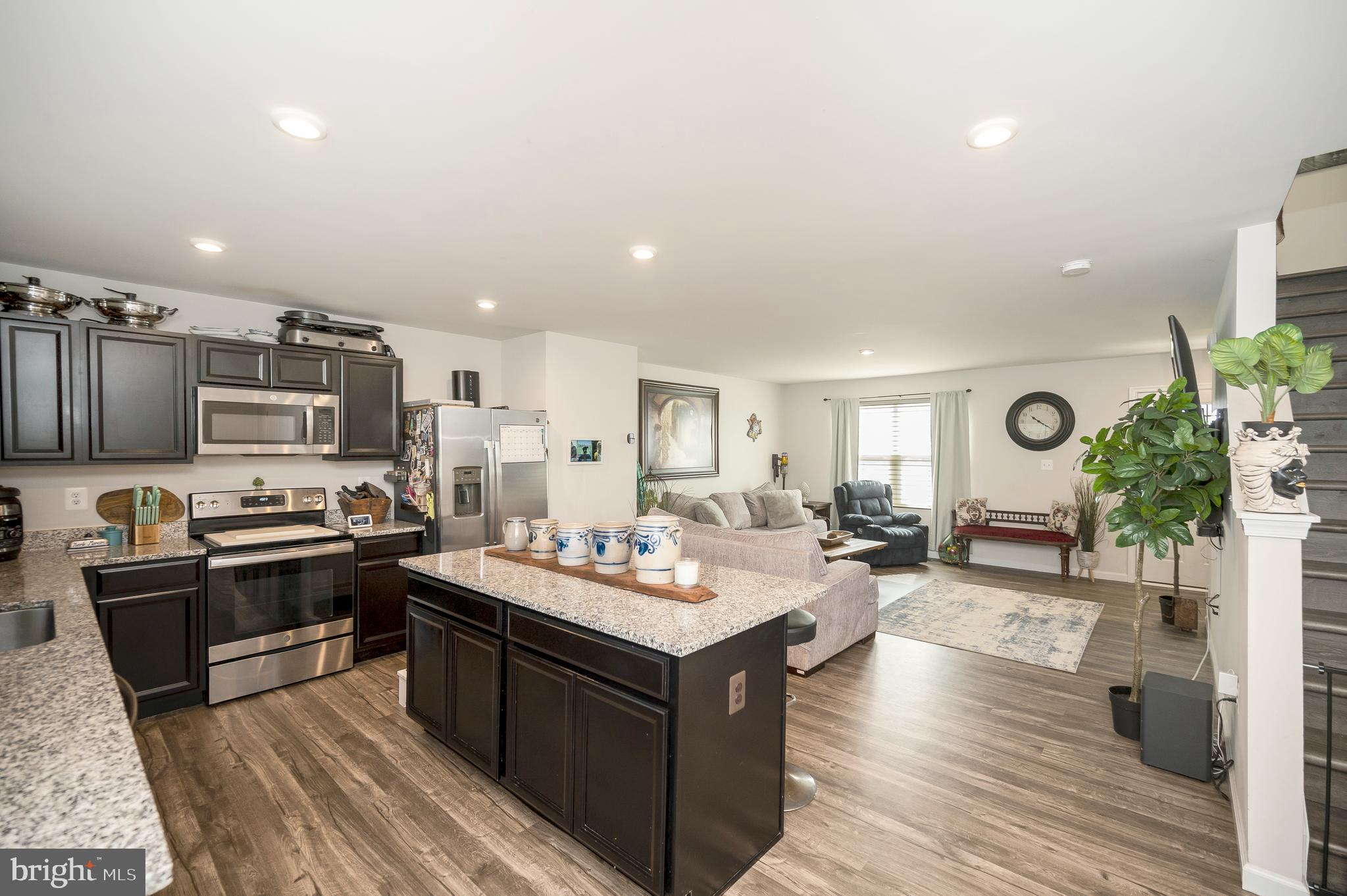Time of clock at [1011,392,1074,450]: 10:20
